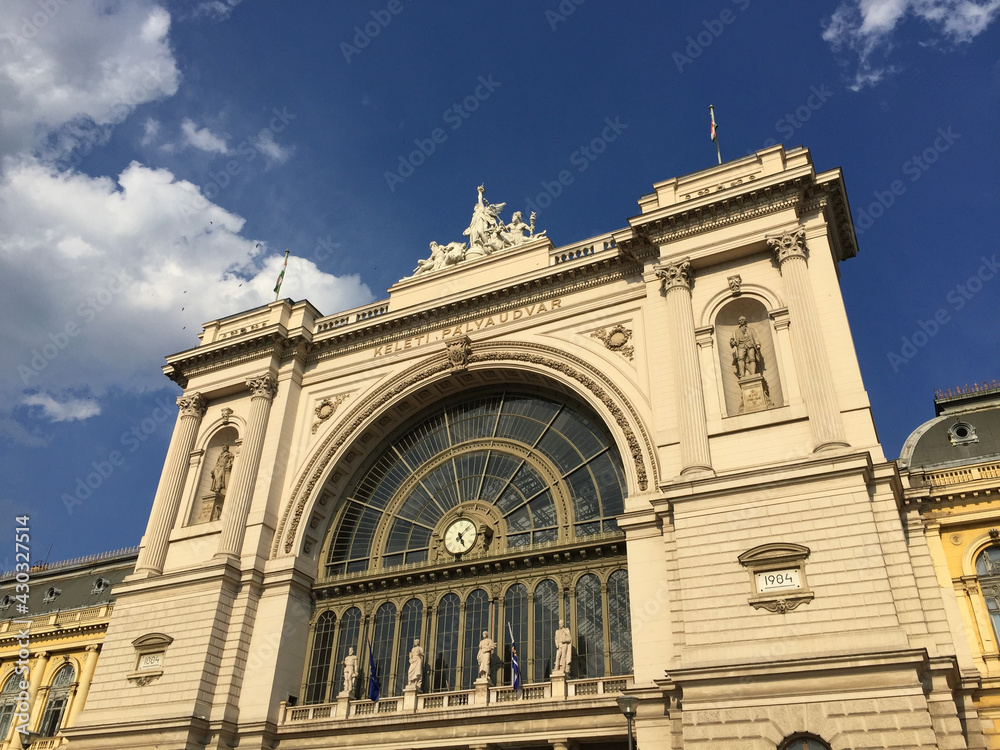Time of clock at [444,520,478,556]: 5:07
